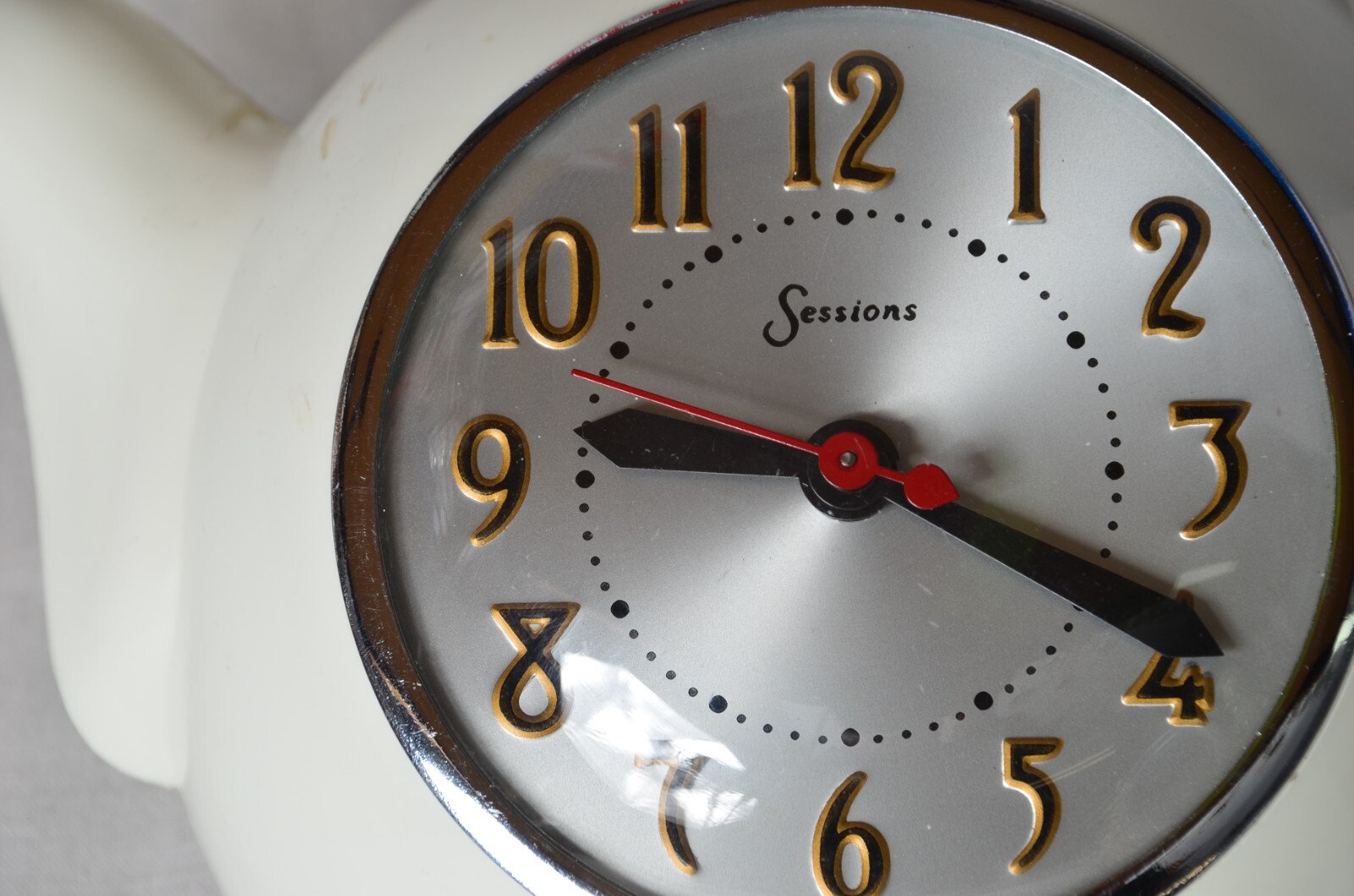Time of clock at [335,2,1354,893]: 9:19
